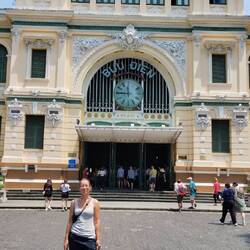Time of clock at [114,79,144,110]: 11:45
